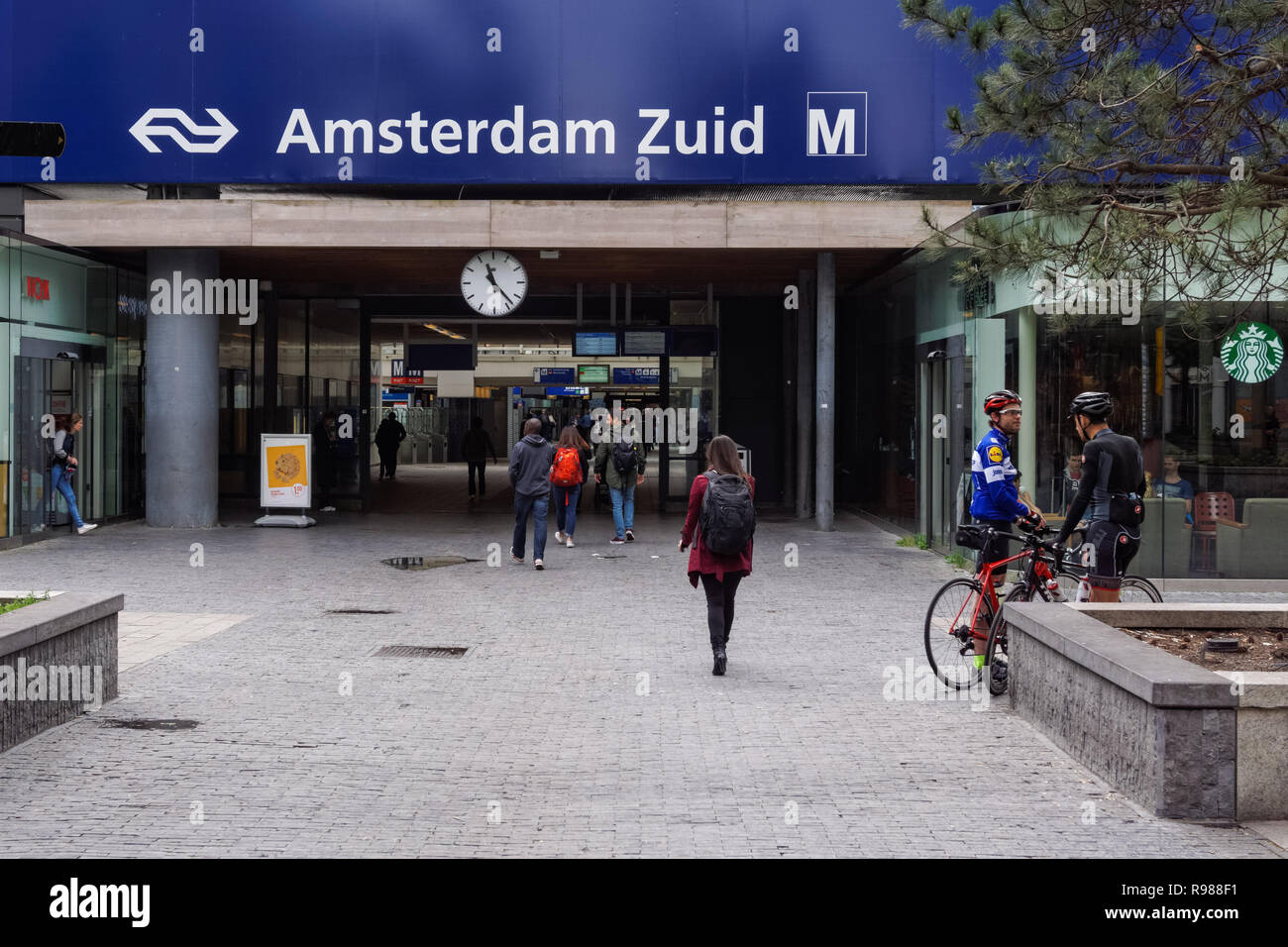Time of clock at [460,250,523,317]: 11:23
